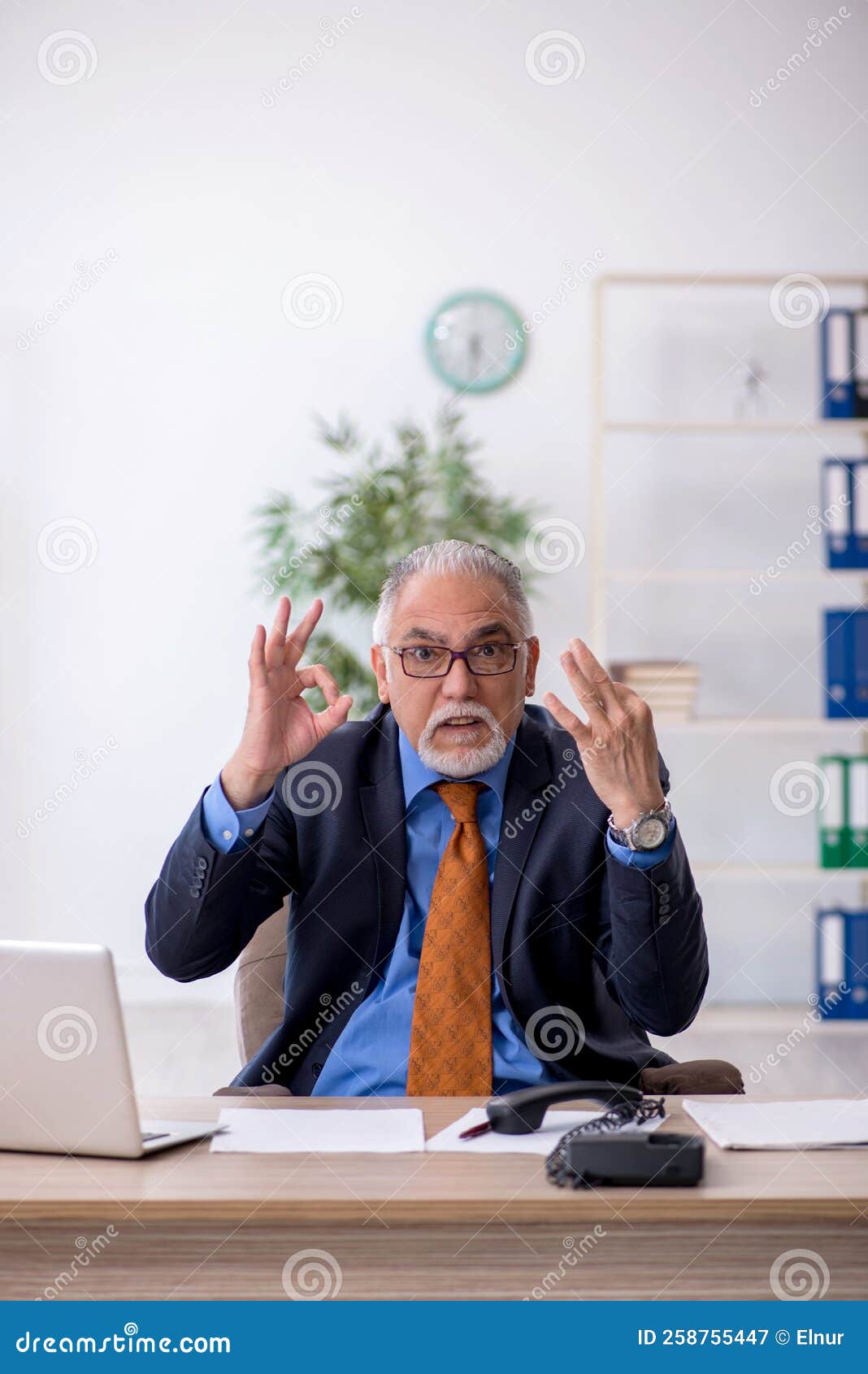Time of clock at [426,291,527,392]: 5:31
